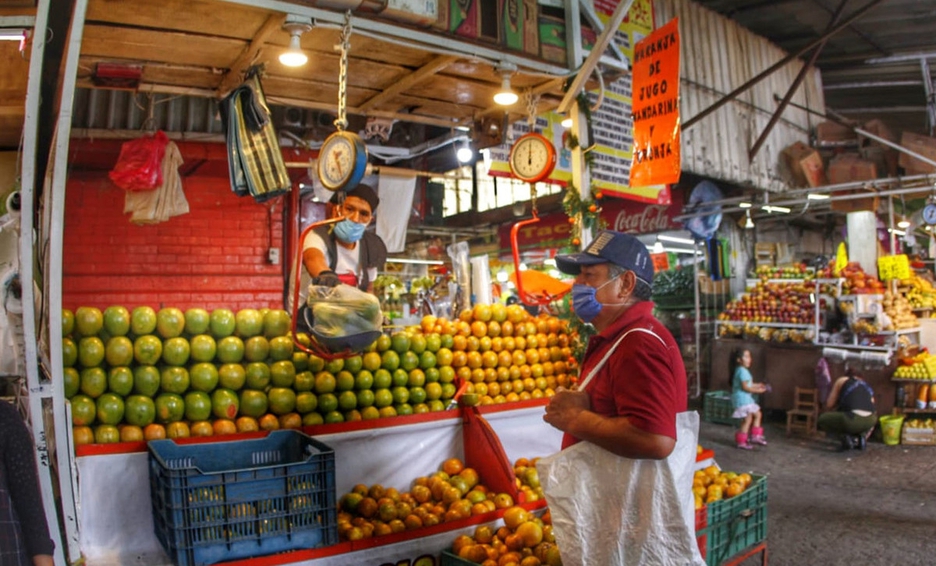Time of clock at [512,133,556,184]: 5:59
